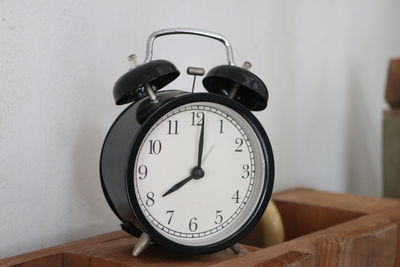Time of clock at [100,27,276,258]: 8:01
